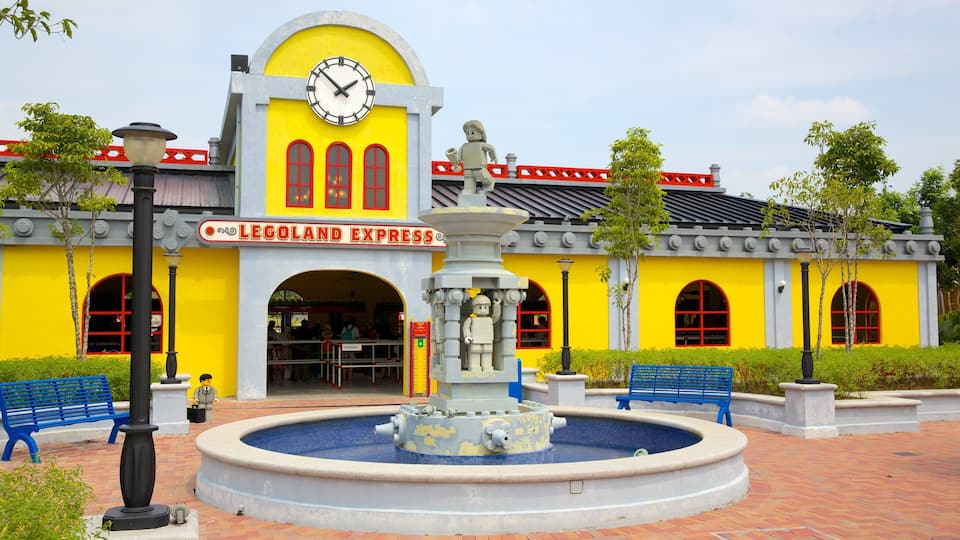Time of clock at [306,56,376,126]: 1:52
